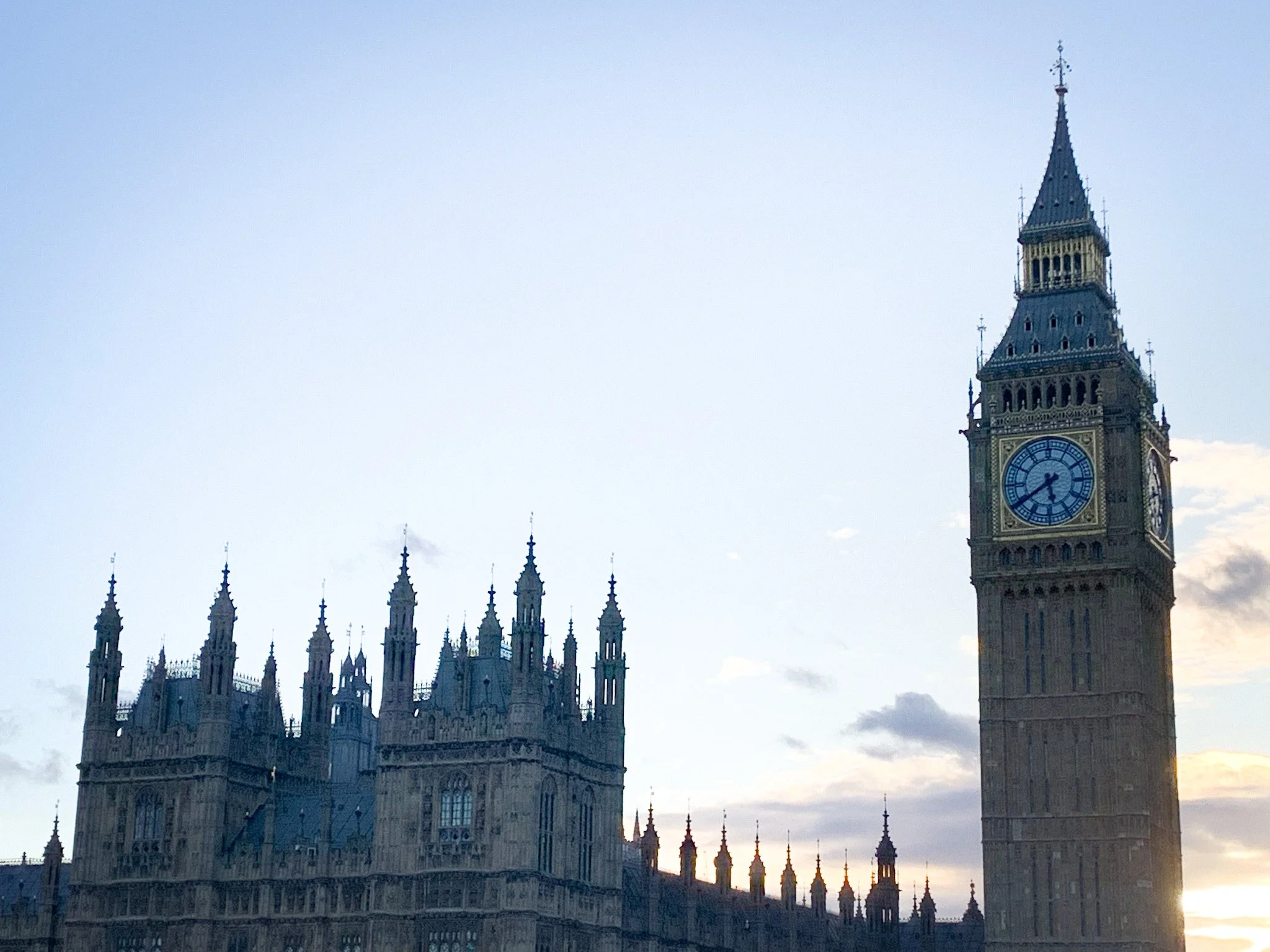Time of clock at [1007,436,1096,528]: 5:39
